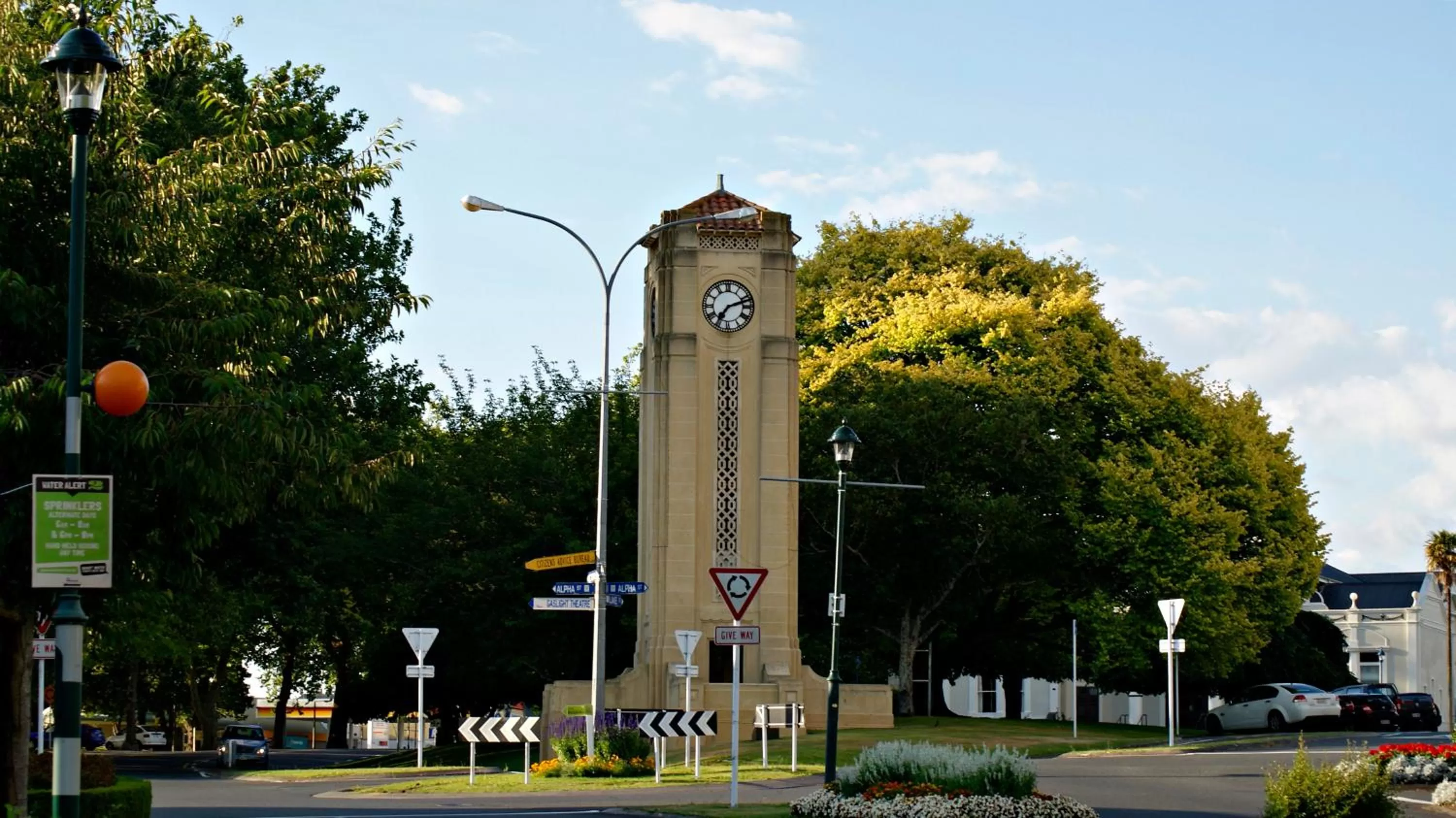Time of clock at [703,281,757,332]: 7:11
